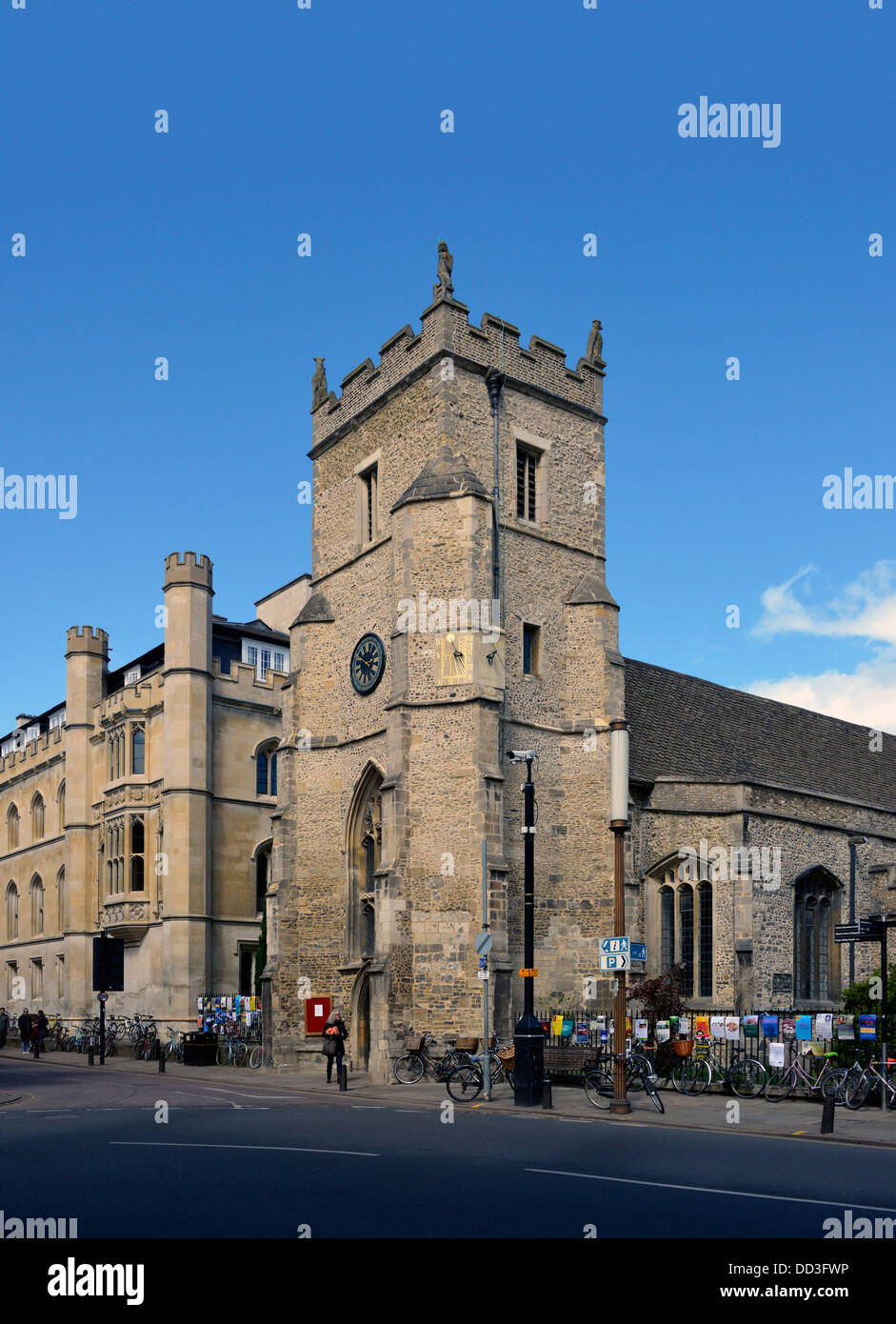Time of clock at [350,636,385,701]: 2:50
